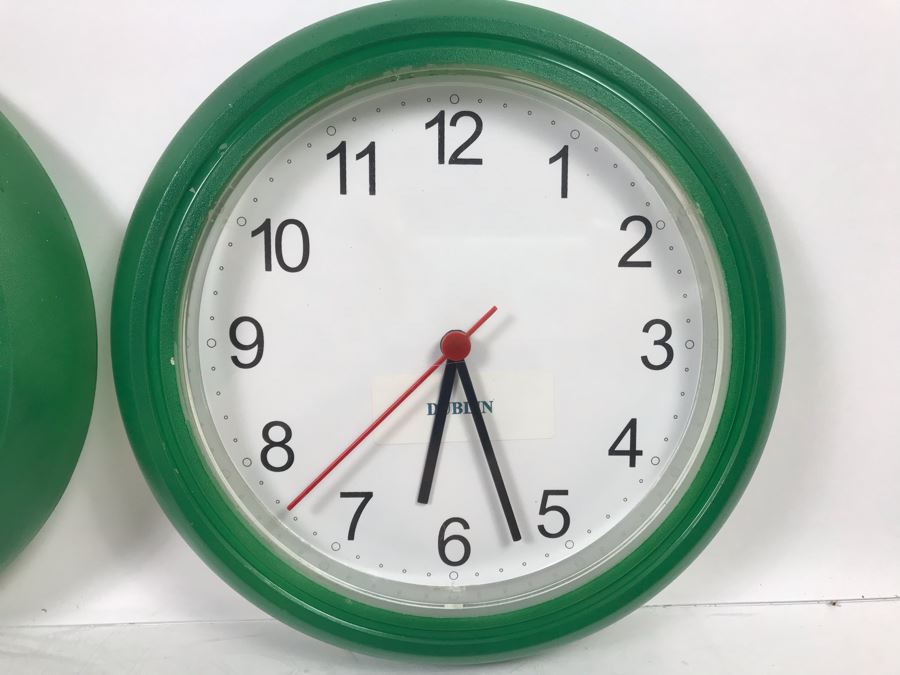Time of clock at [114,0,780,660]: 6:26
